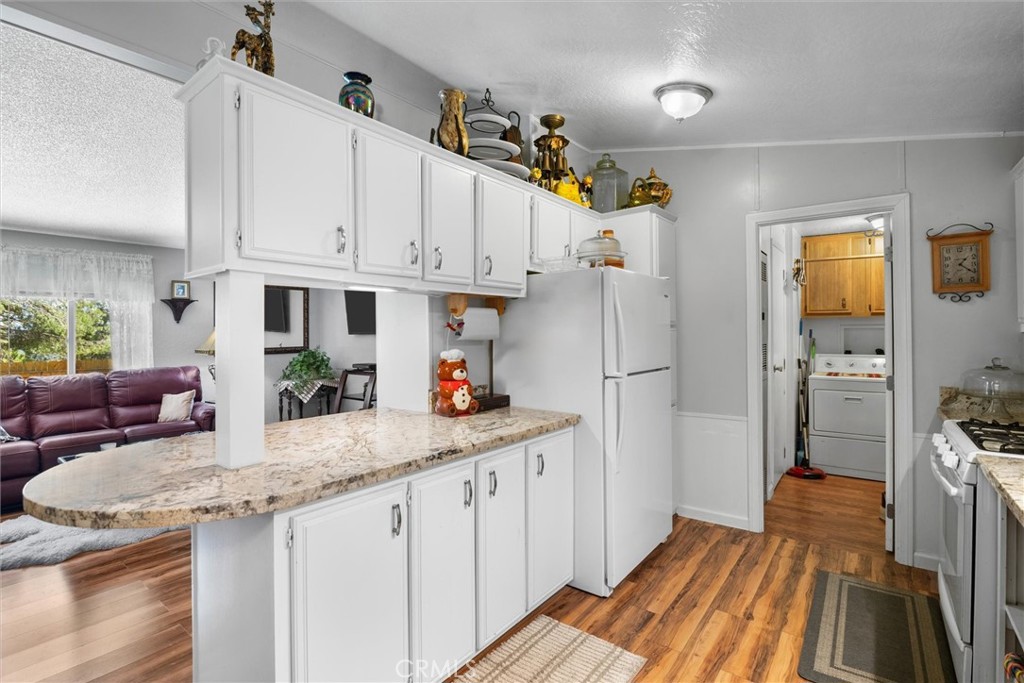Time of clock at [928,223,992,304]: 1:20
